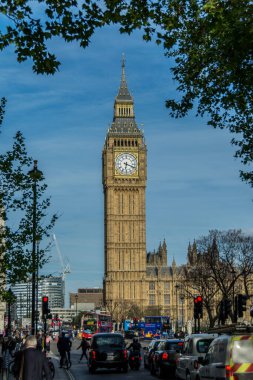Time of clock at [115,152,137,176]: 6:18
